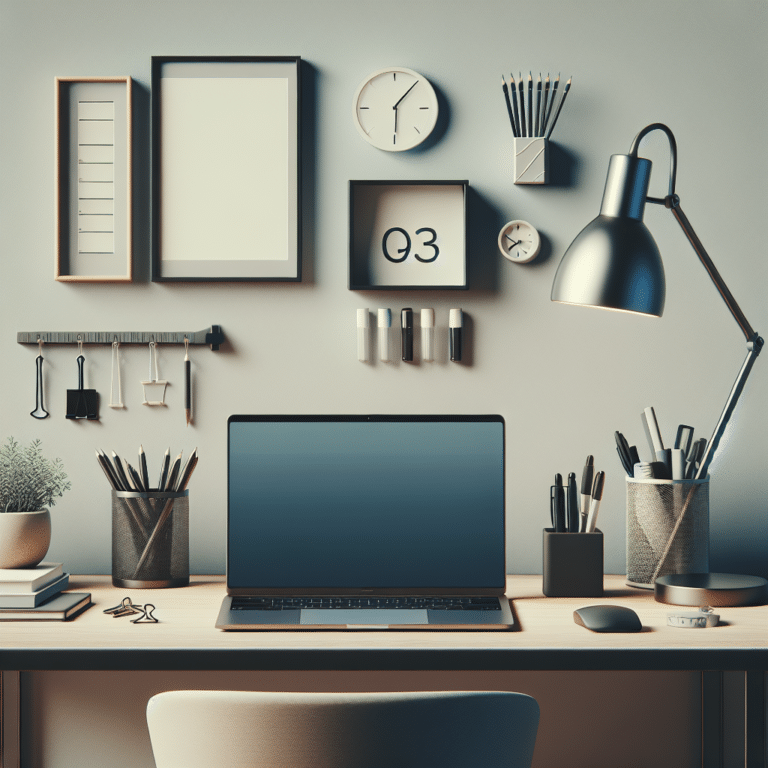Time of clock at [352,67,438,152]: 6:06
